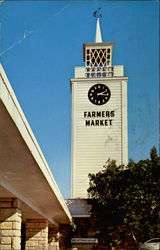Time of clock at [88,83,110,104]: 2:16
